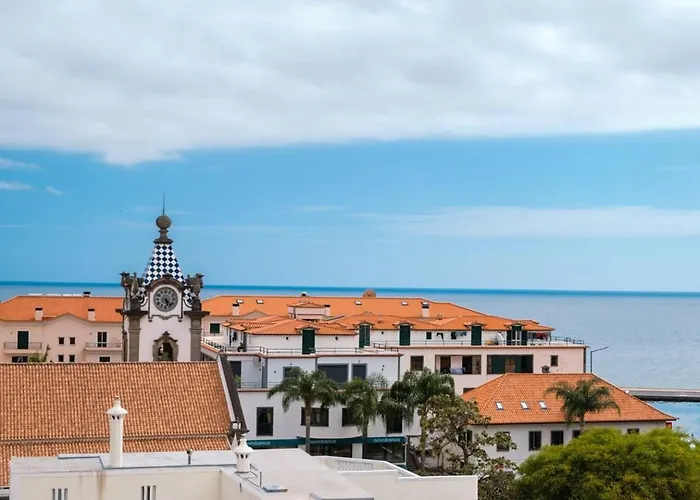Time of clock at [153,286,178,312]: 5:22
